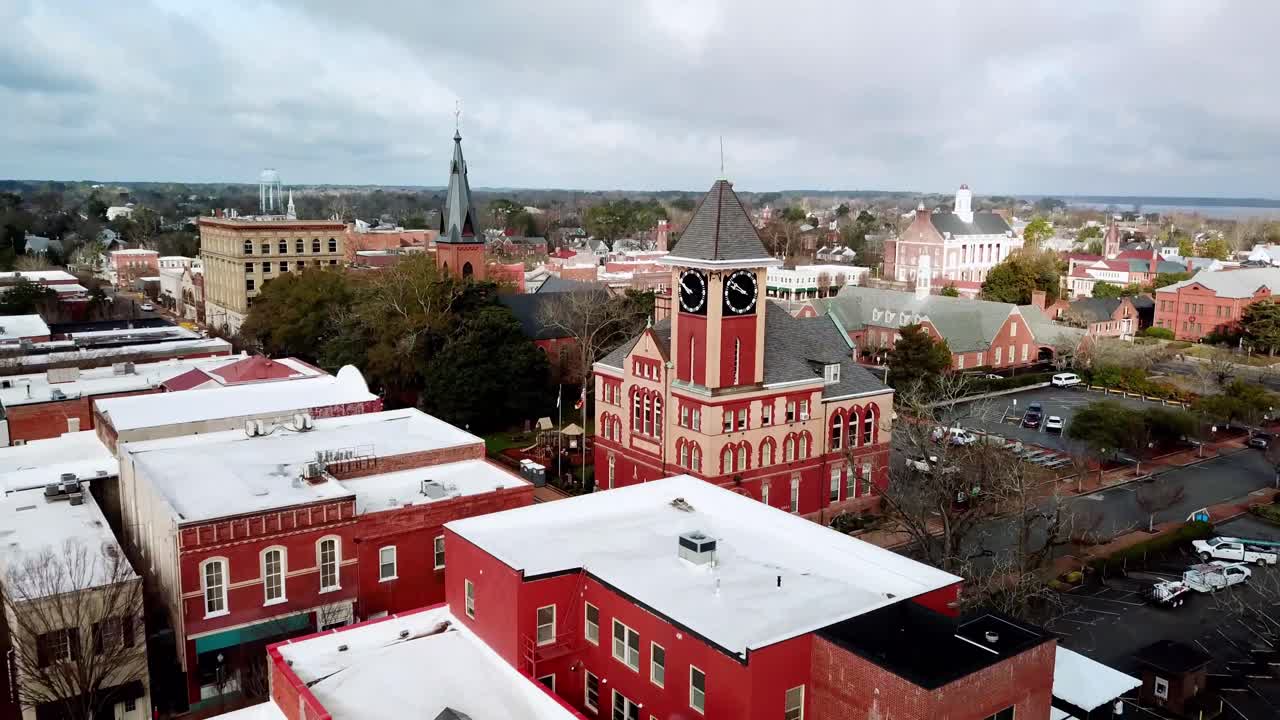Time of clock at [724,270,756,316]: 9:51
